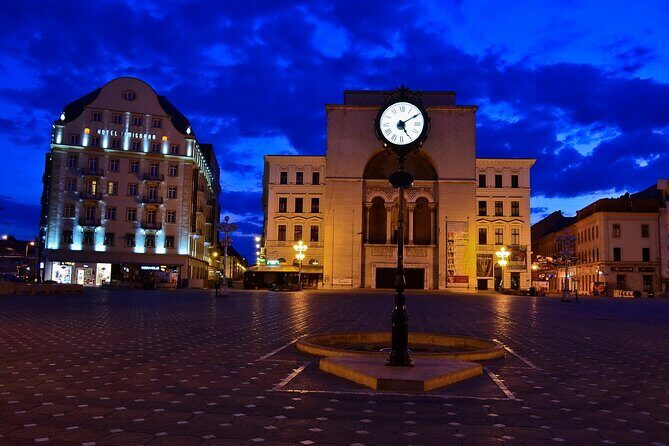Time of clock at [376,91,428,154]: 5:09
